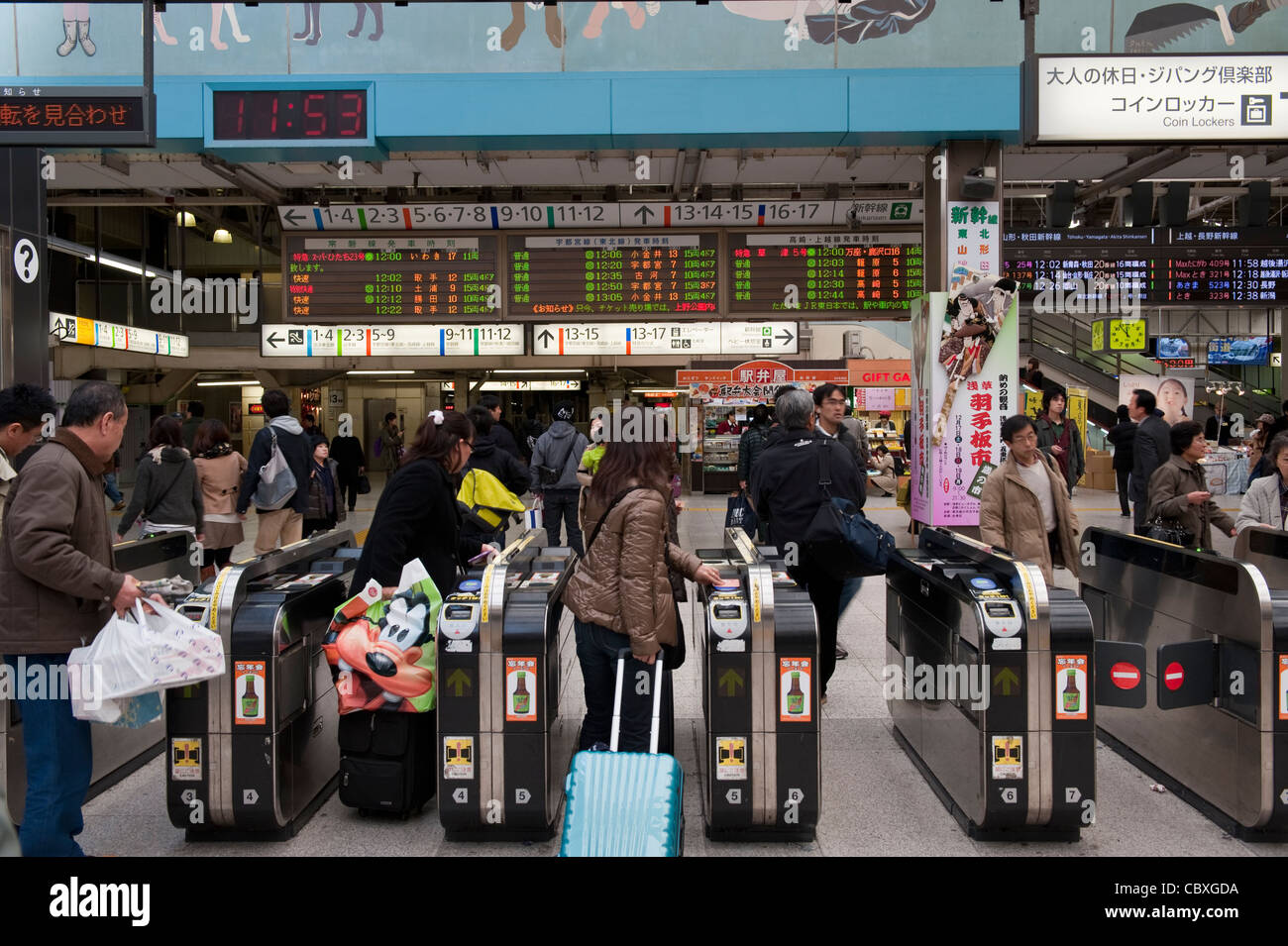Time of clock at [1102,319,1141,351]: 11:53
